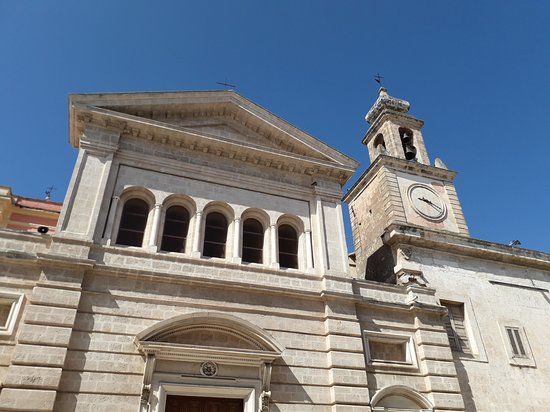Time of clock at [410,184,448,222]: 9:20
